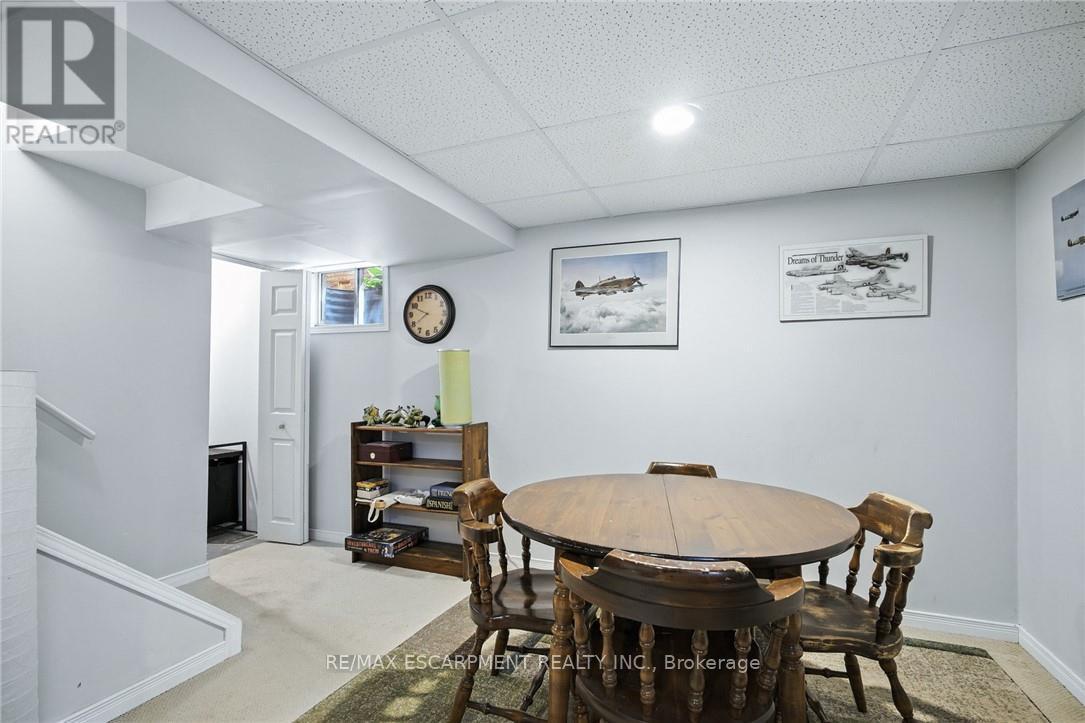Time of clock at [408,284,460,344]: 7:49
